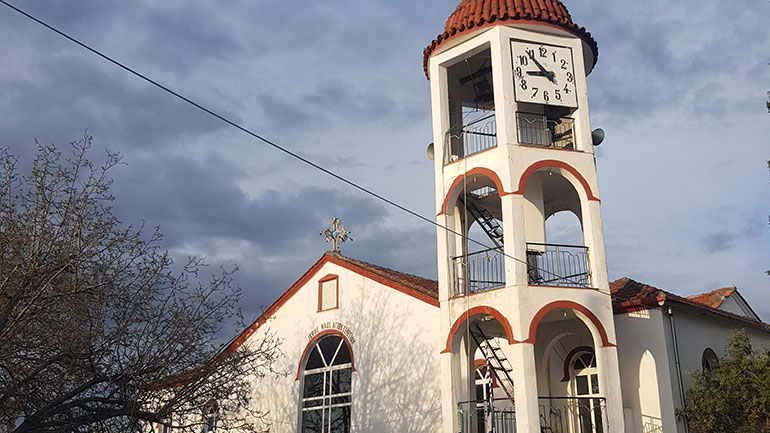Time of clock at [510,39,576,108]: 8:53
